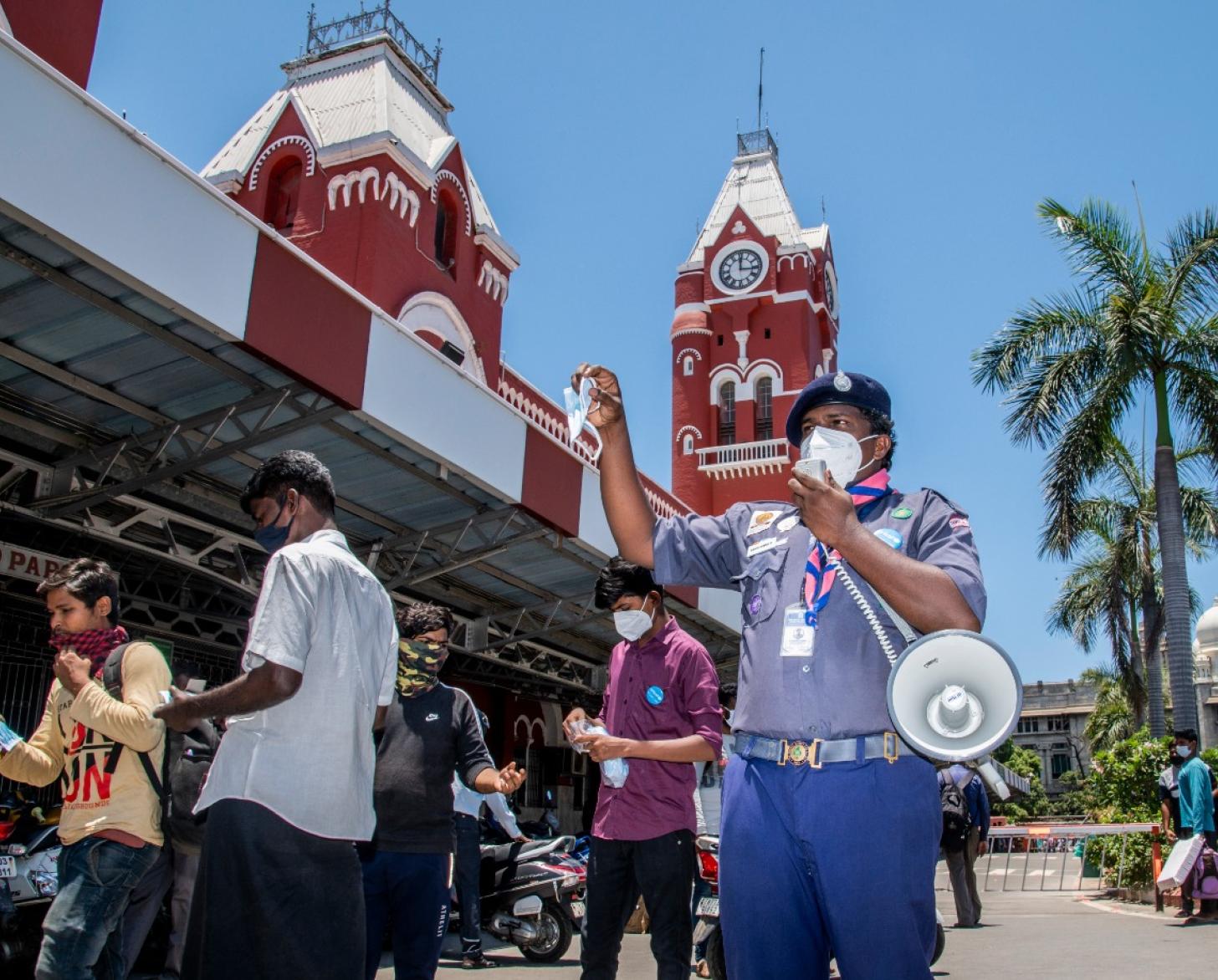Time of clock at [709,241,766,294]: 2:59
